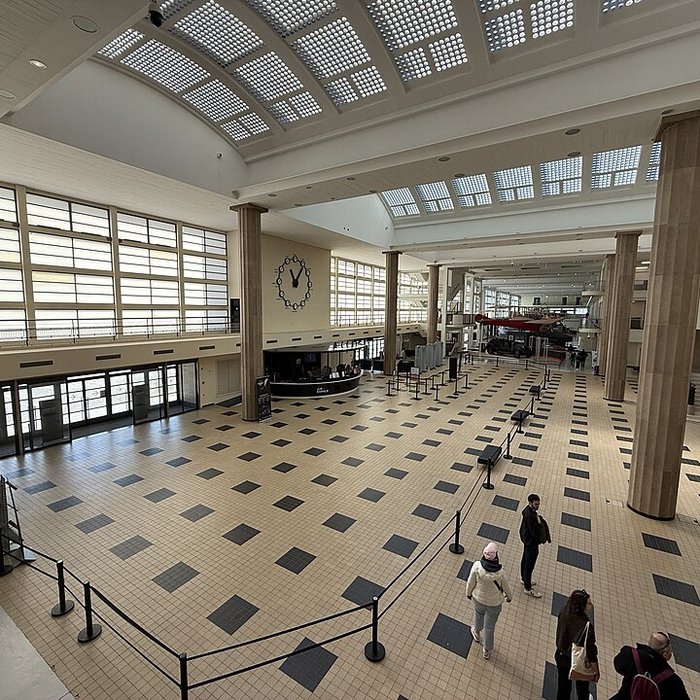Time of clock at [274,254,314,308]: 11:06
